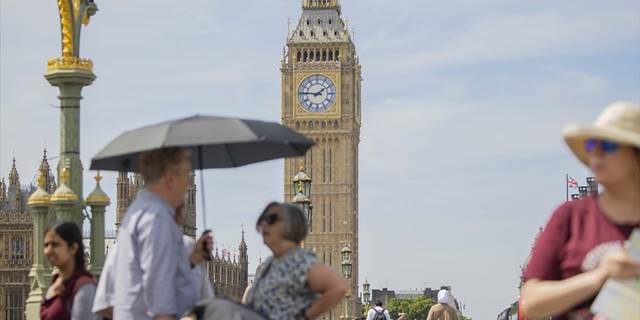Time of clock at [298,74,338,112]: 1:46
